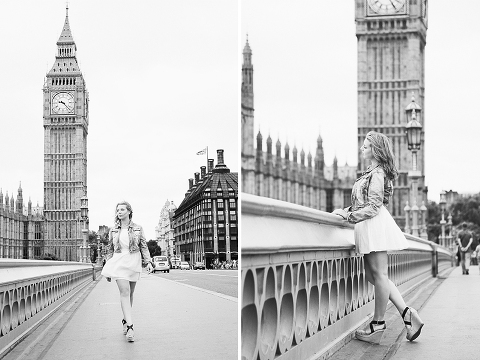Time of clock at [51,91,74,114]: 9:22
